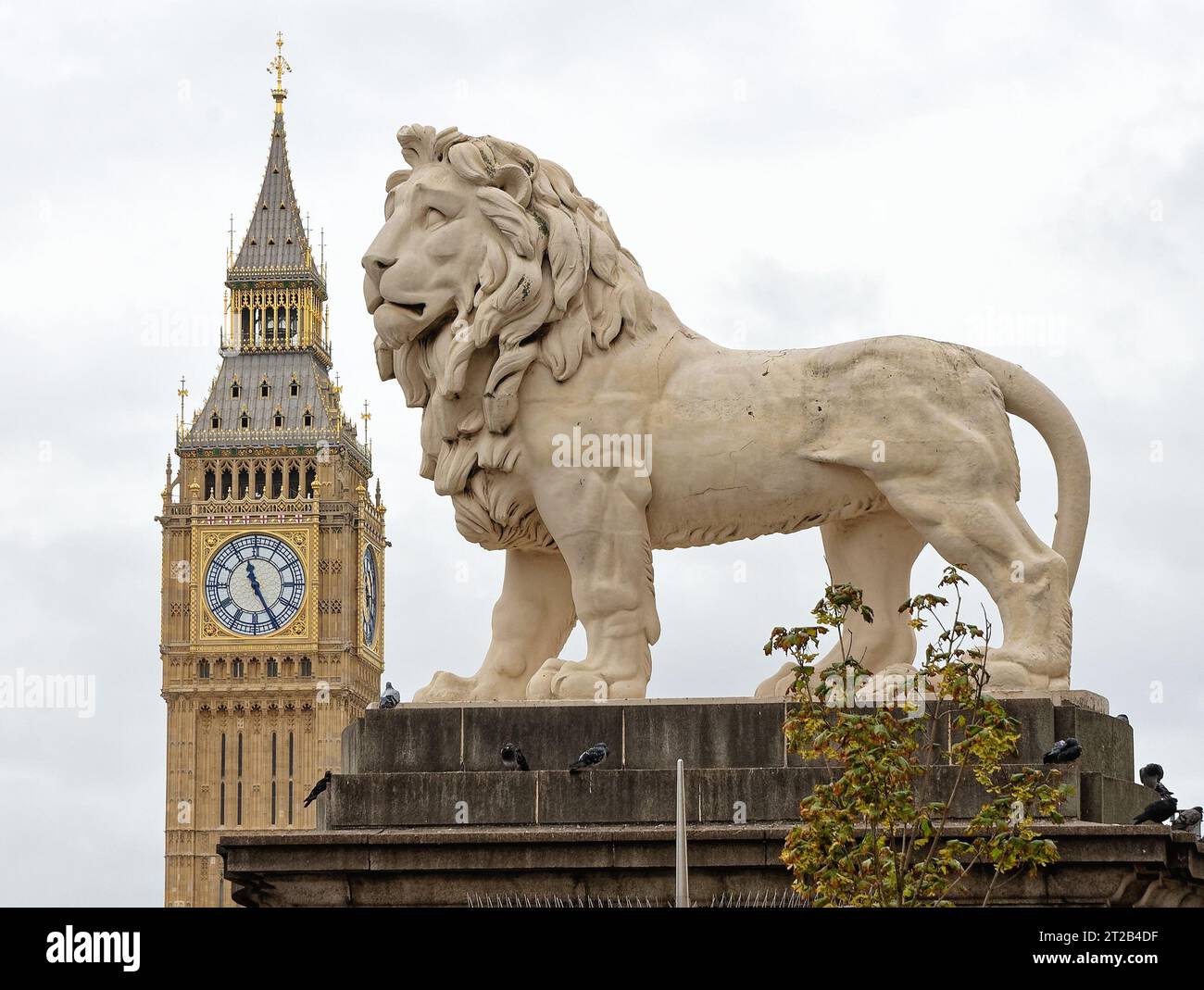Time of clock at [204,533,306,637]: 11:25
